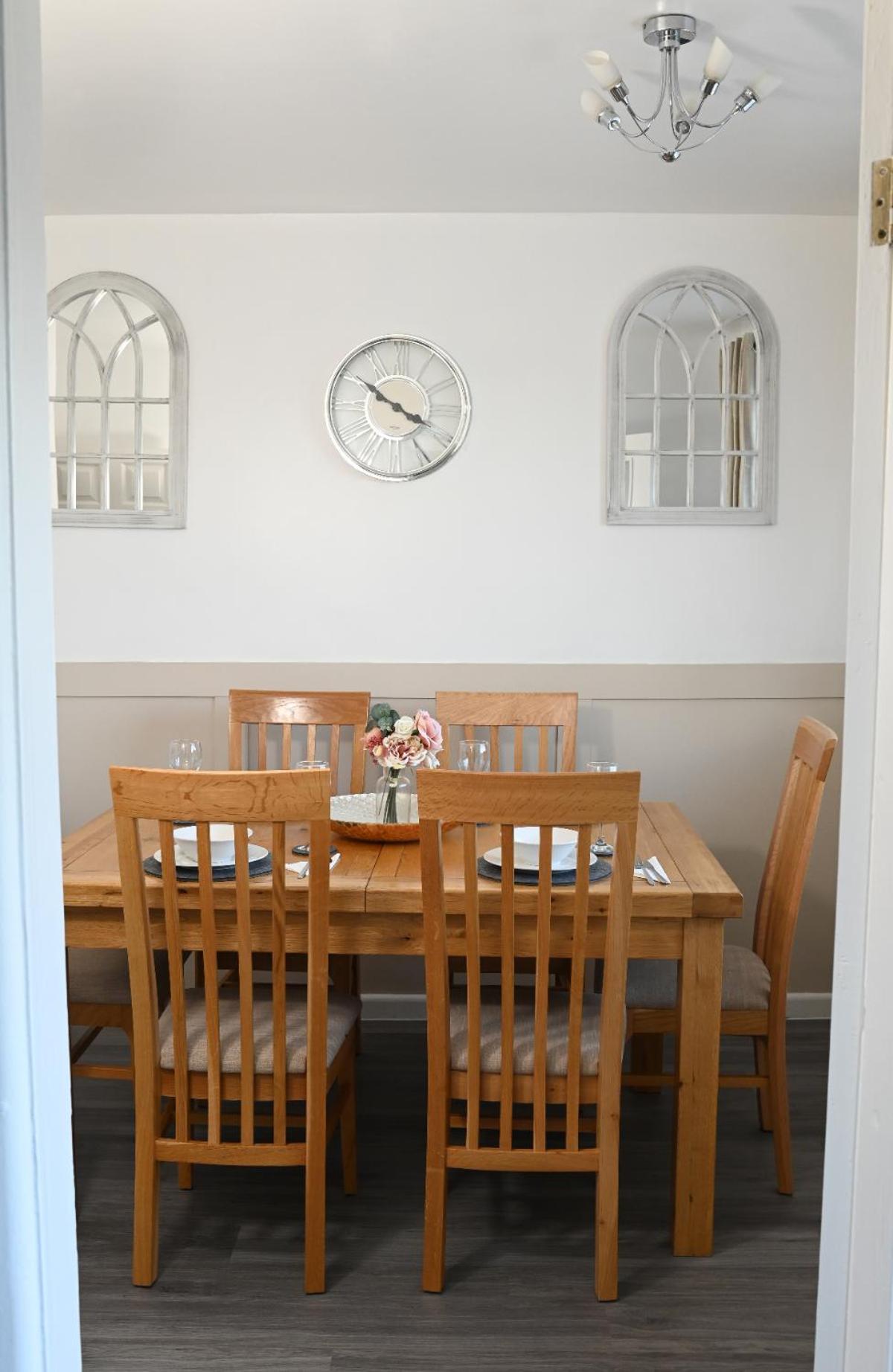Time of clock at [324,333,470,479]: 3:50
